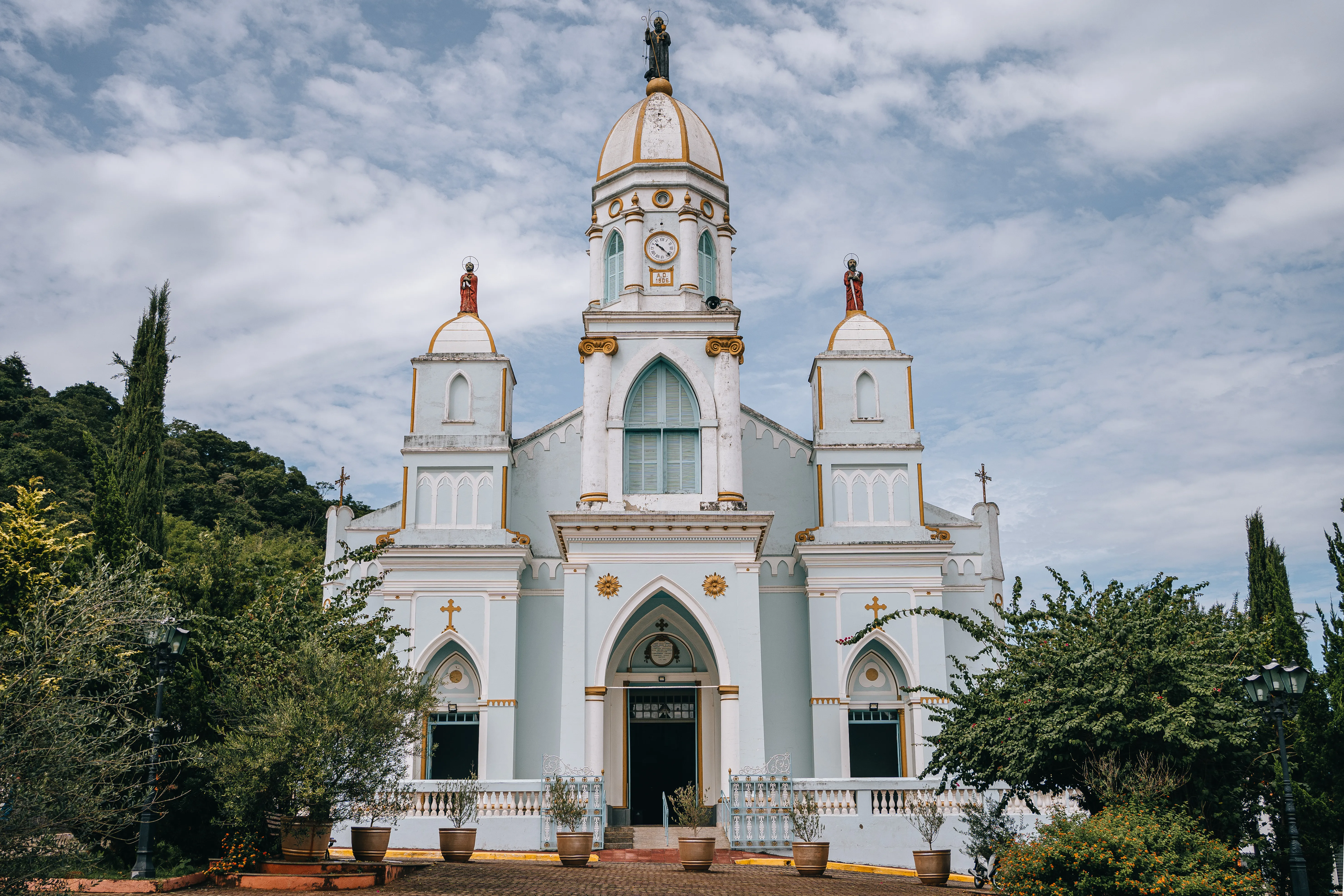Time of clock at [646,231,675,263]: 10:22
